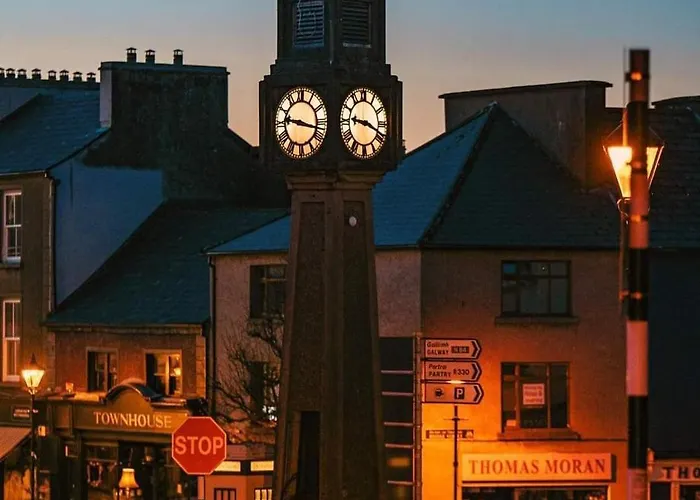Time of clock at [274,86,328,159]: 9:17
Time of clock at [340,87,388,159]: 9:18
